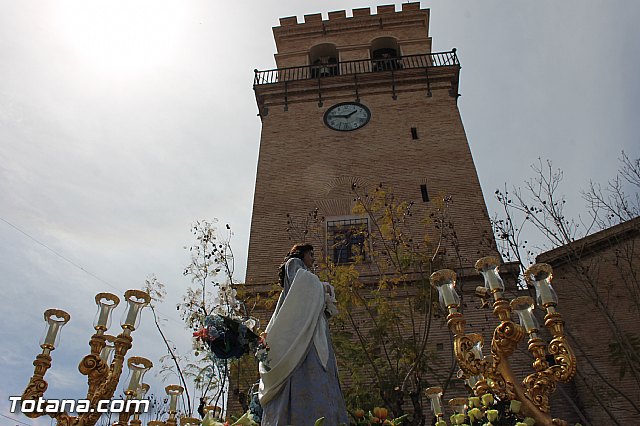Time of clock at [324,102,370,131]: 1:46
